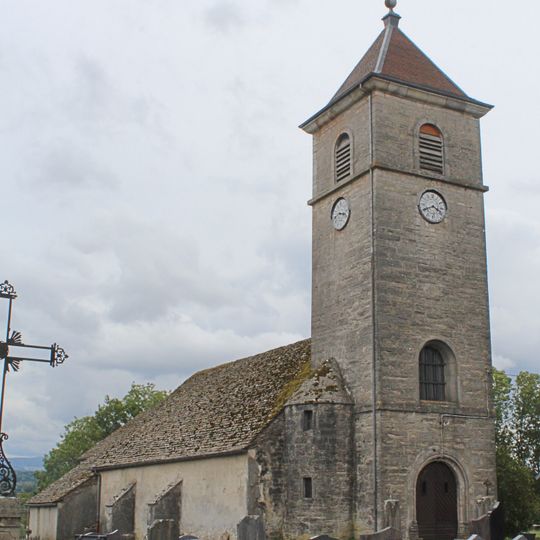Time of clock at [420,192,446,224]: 3:40
